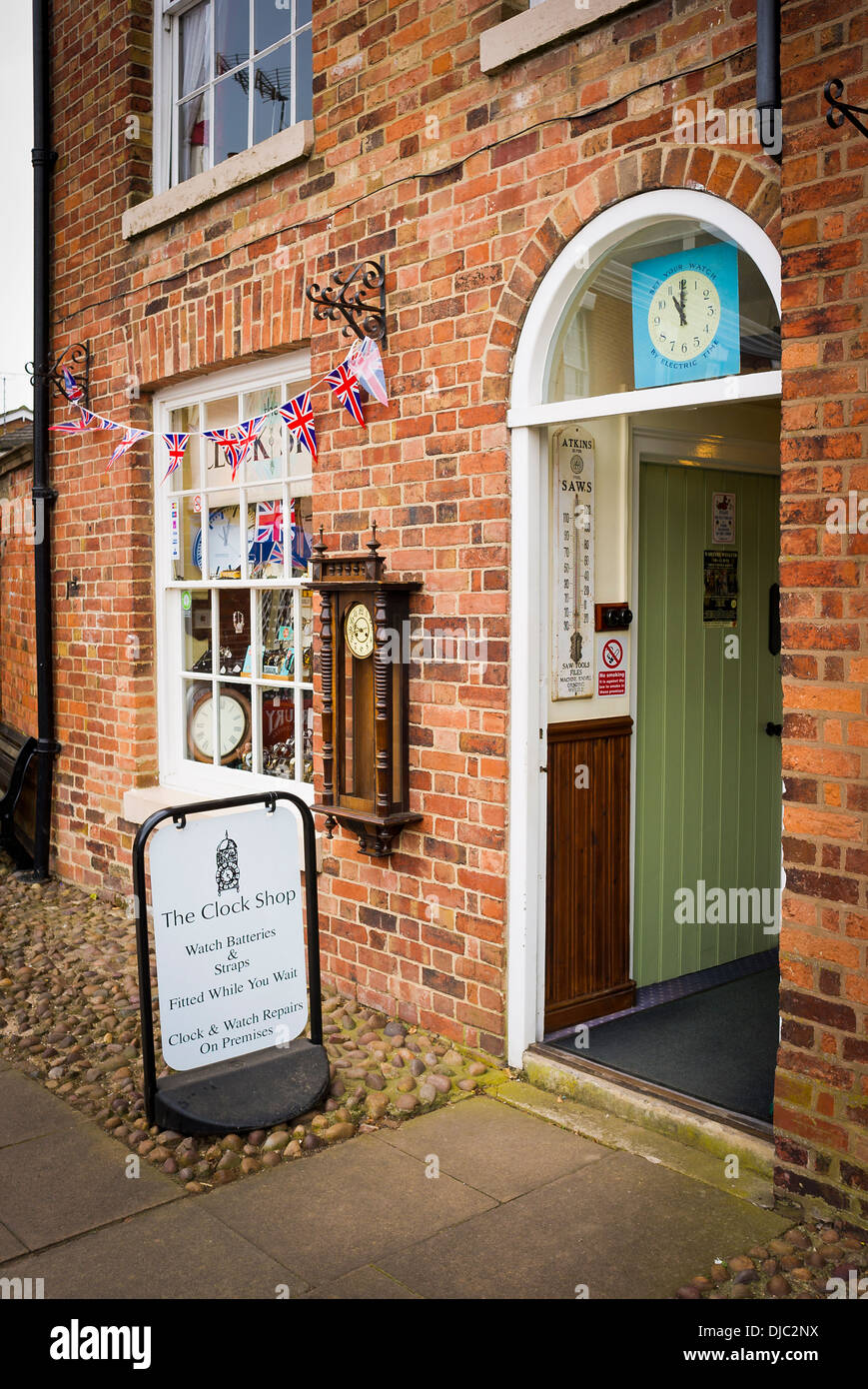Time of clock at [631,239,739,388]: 11:00
